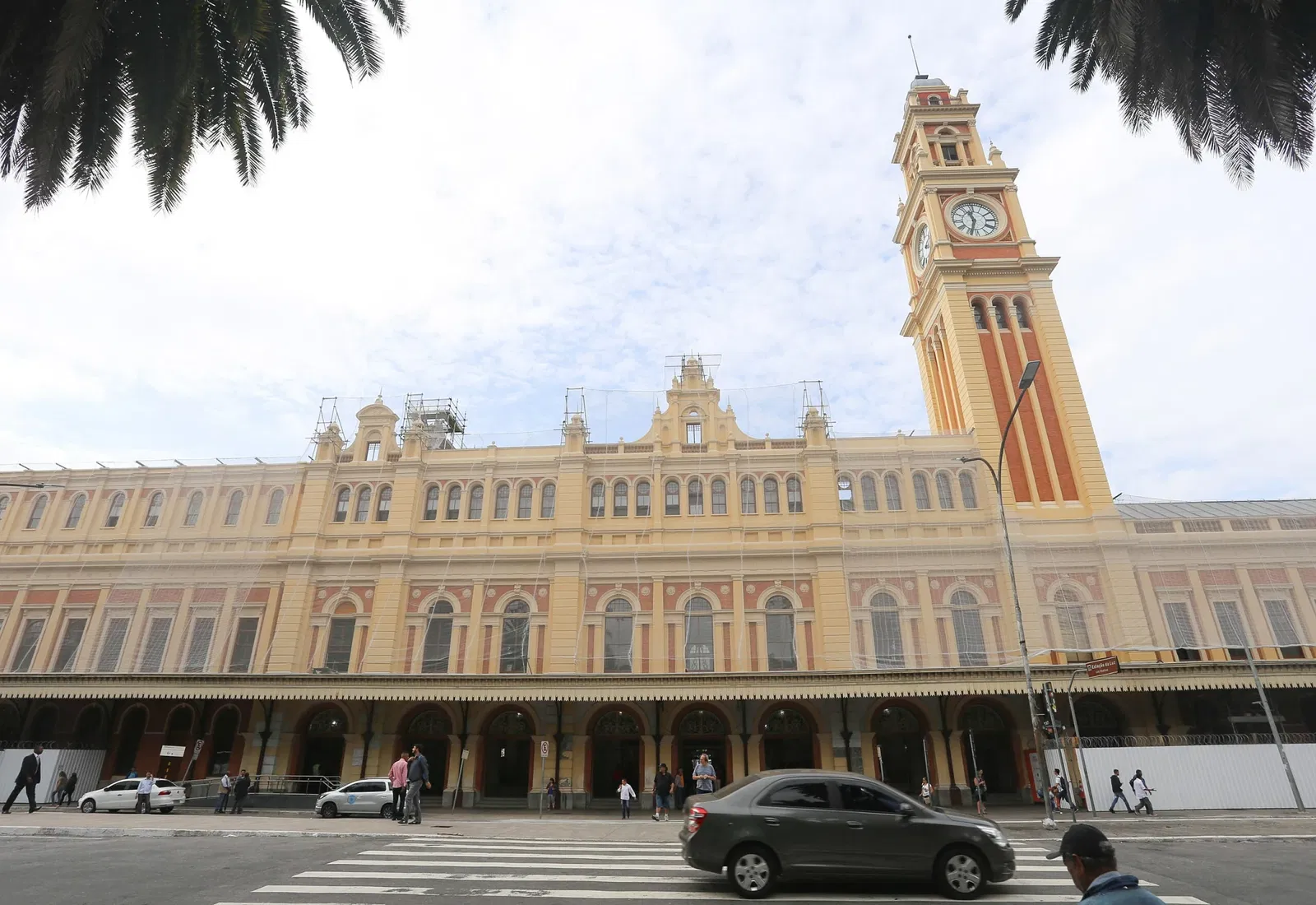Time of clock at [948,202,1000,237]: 11:33
